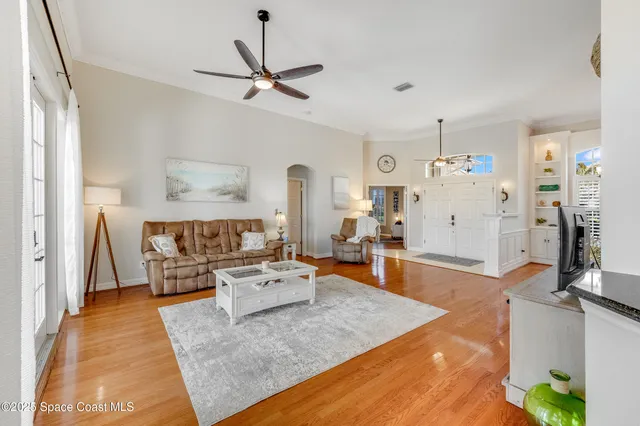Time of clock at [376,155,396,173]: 3:22
